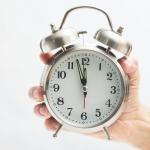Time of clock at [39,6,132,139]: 11:57
